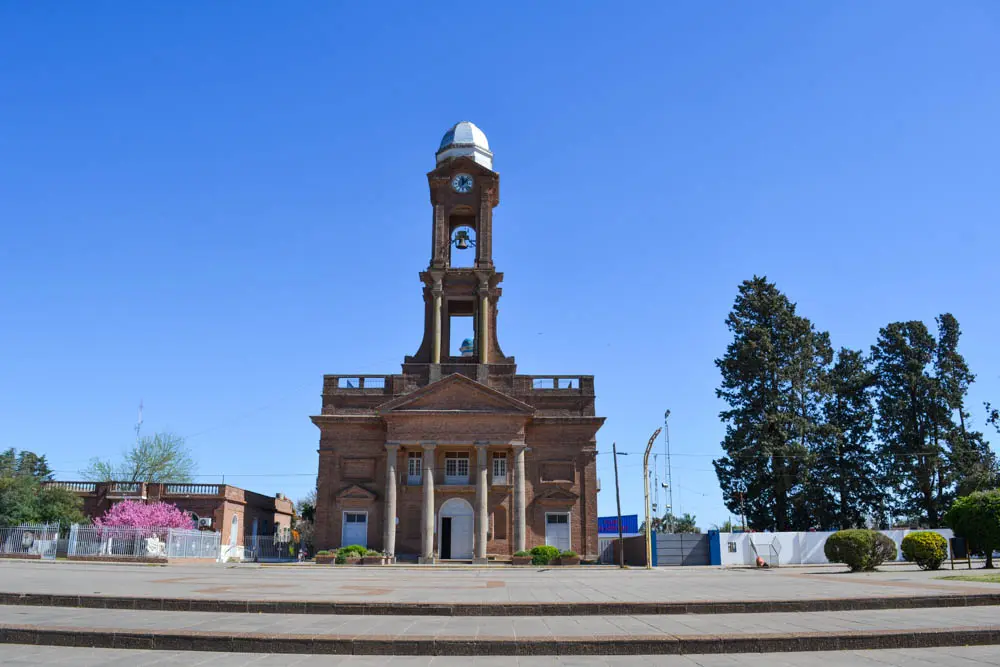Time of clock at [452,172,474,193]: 12:07
